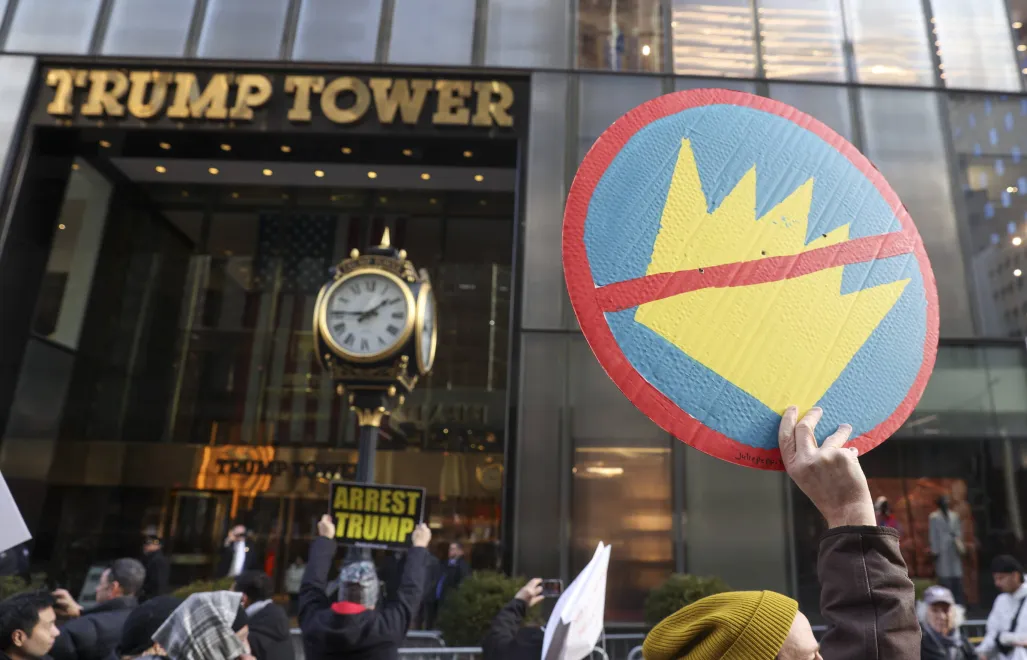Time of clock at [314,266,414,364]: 1:45
